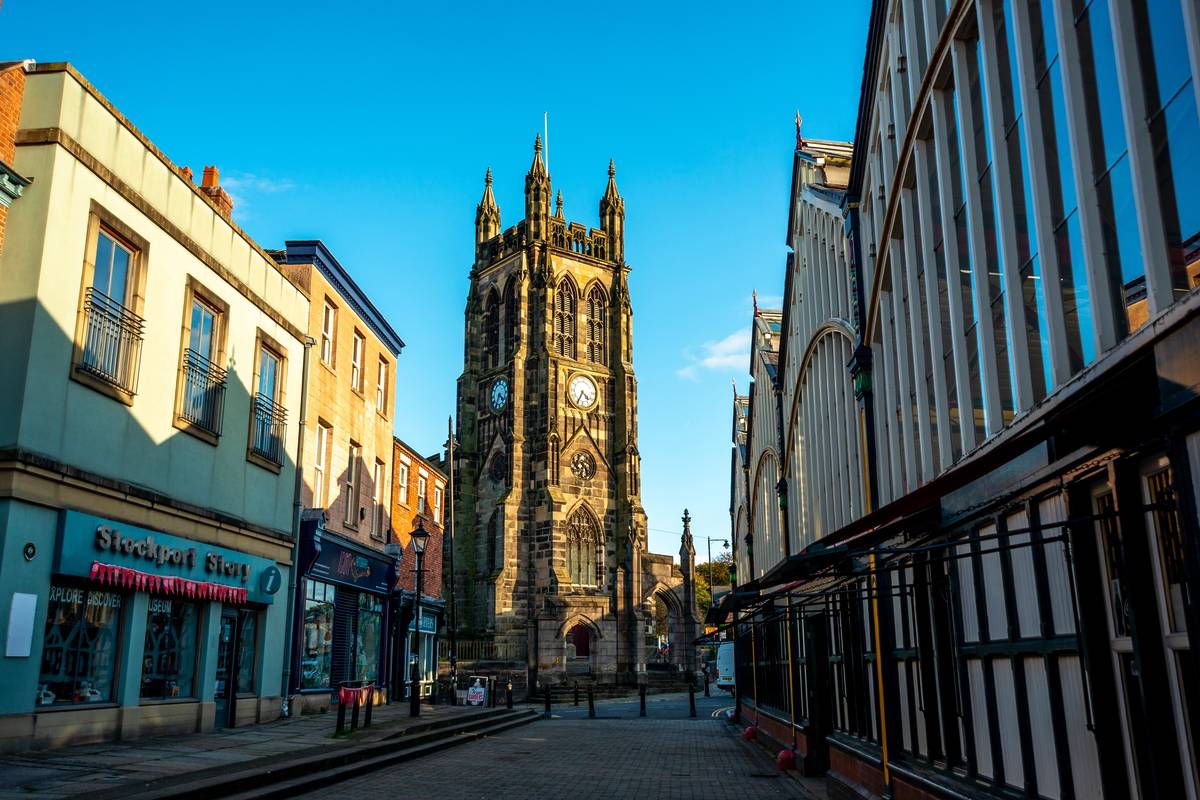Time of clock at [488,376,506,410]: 4:35
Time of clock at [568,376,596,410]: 4:34
